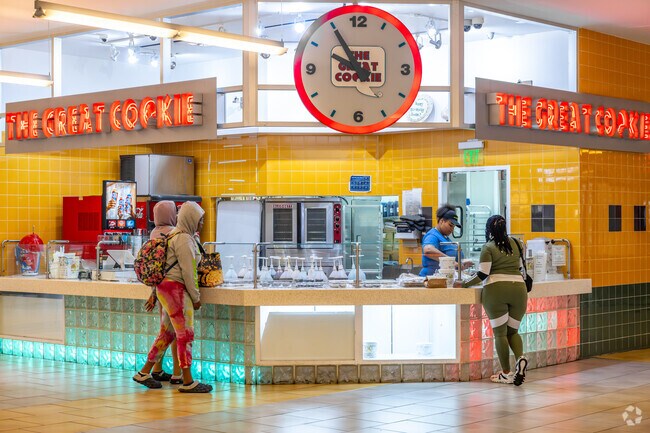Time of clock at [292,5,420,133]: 9:54
